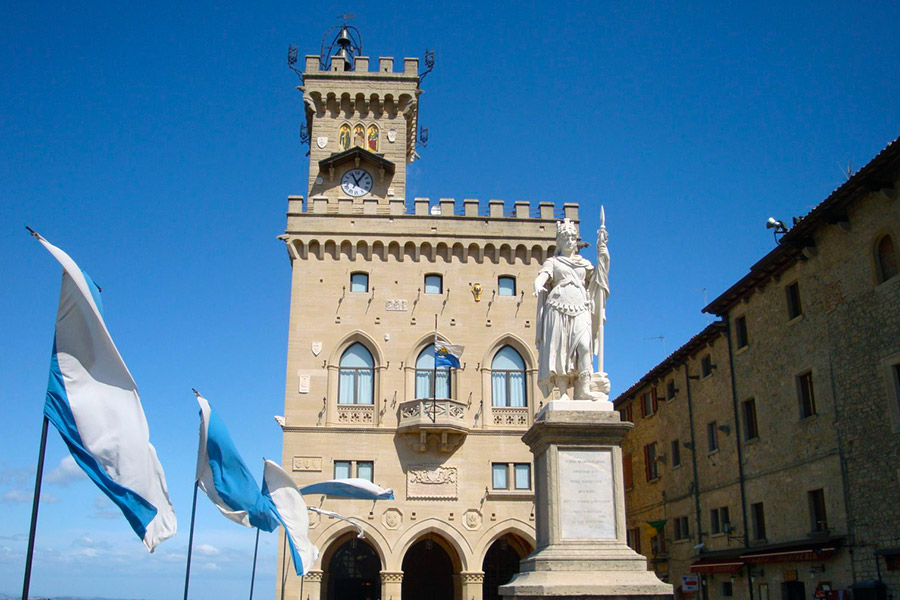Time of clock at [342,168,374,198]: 11:05
